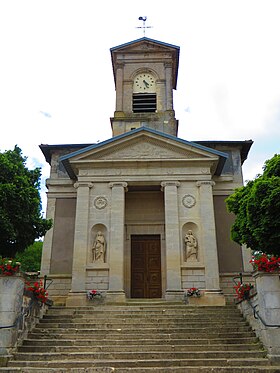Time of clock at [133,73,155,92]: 4:26
